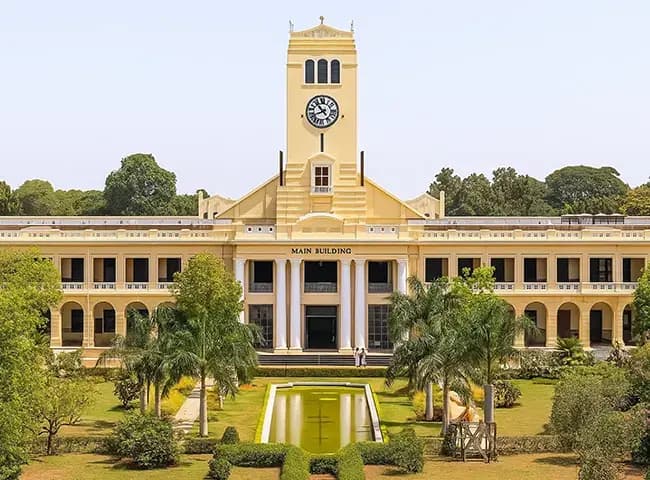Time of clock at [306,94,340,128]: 10:41
